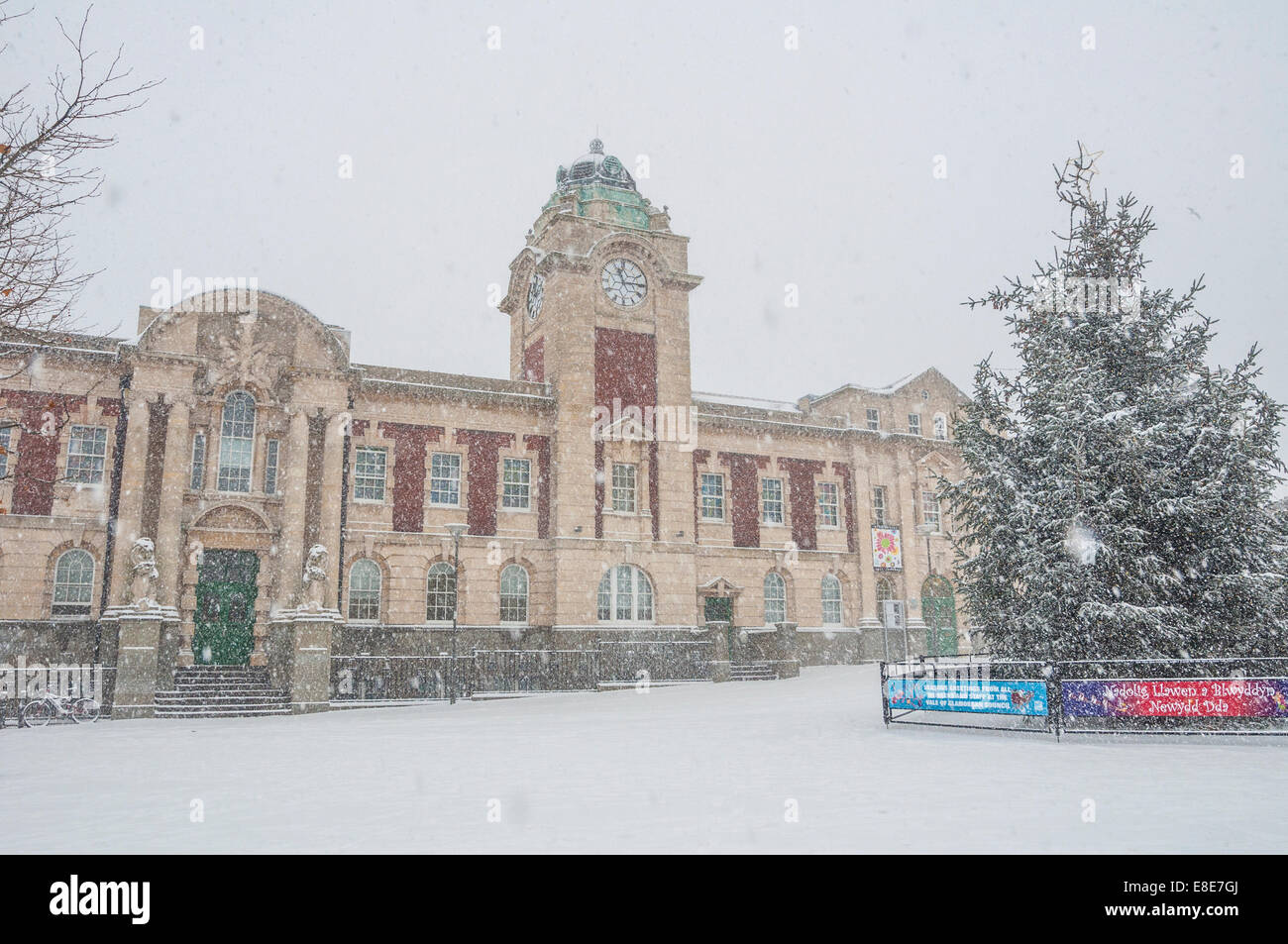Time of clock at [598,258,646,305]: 11:14
